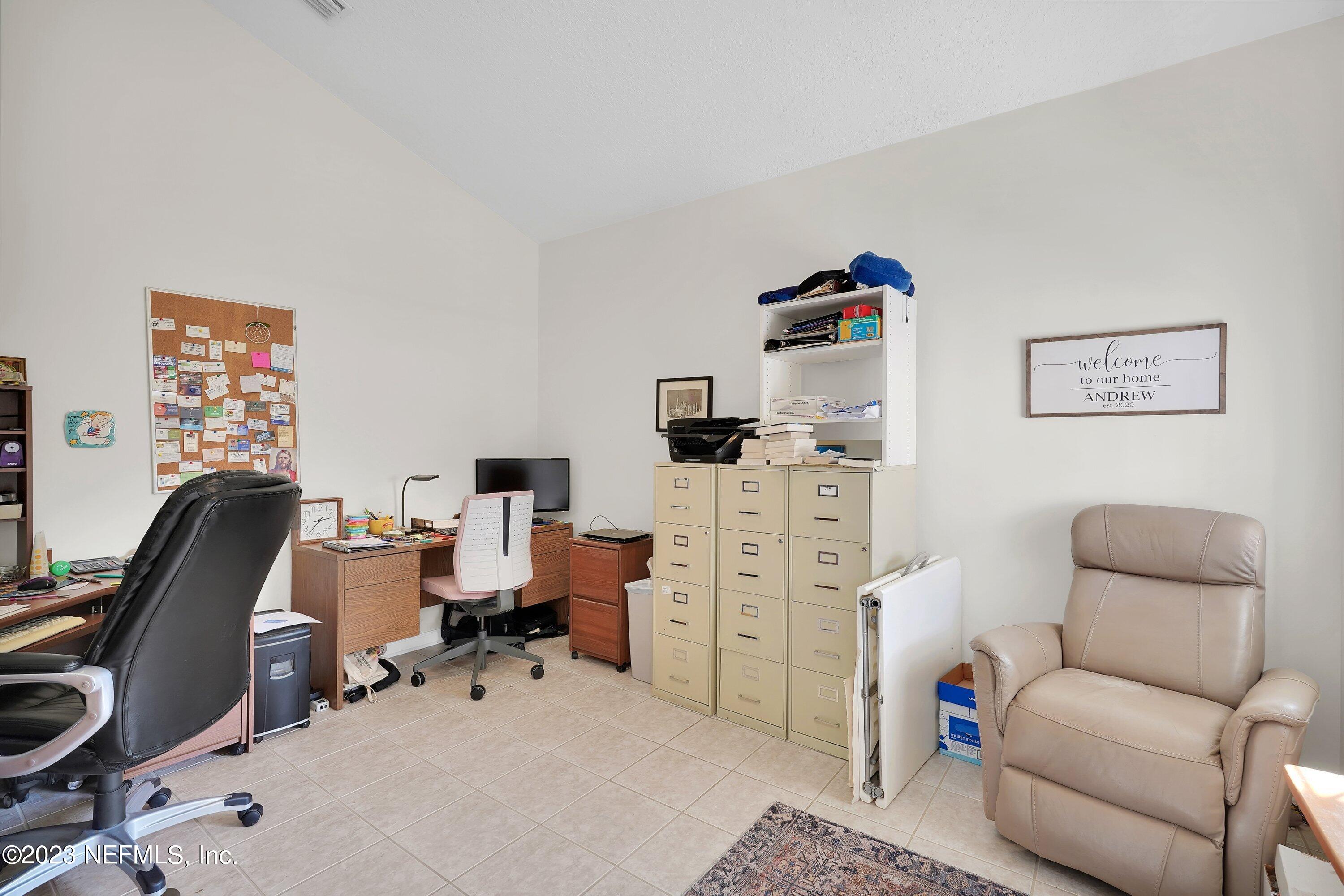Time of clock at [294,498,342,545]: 2:37
